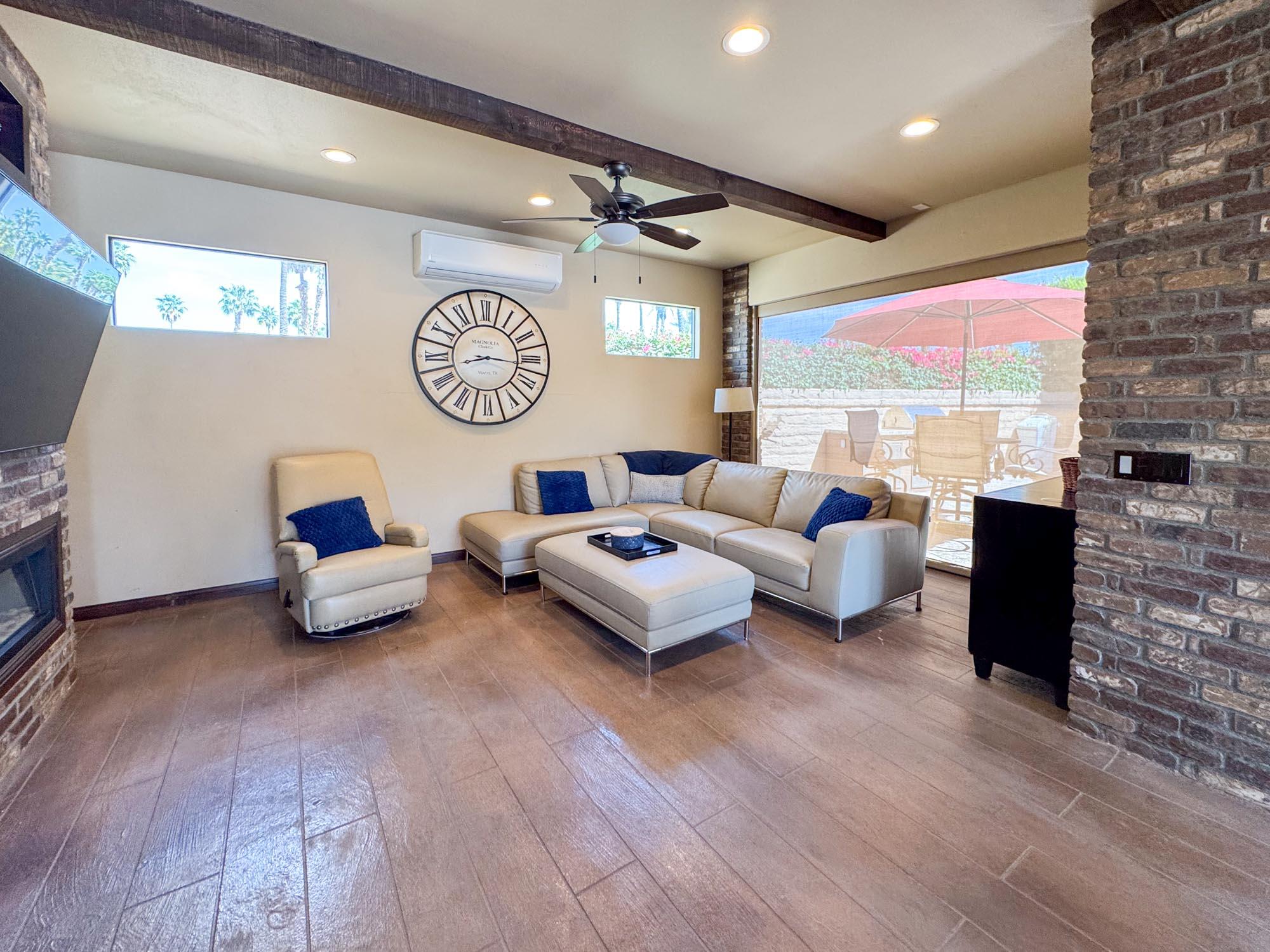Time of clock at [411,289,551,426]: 8:16
